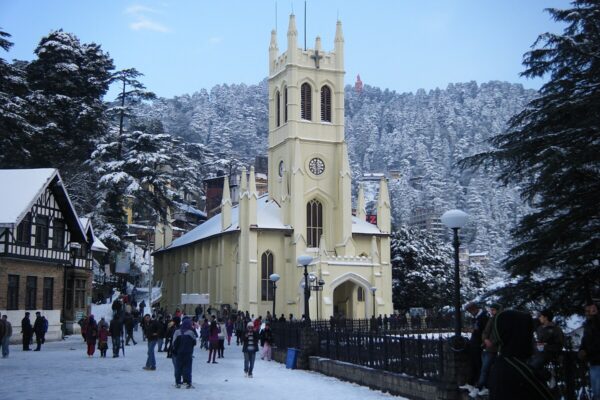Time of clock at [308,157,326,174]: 11:28
